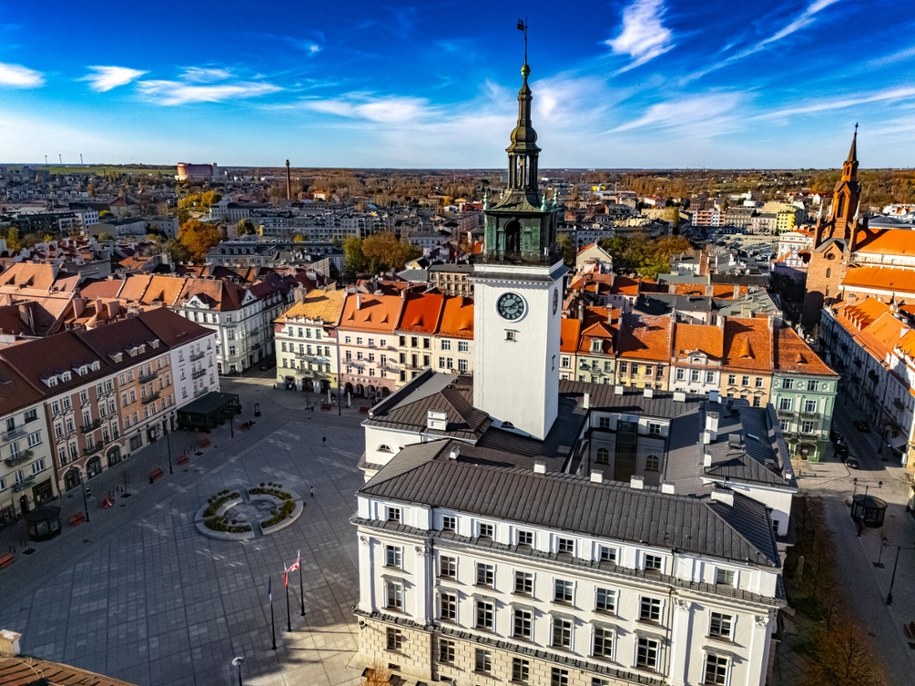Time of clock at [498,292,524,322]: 1:42
